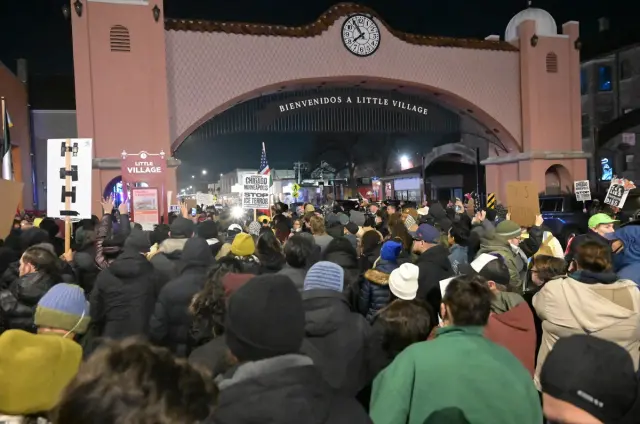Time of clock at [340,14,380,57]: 7:54
